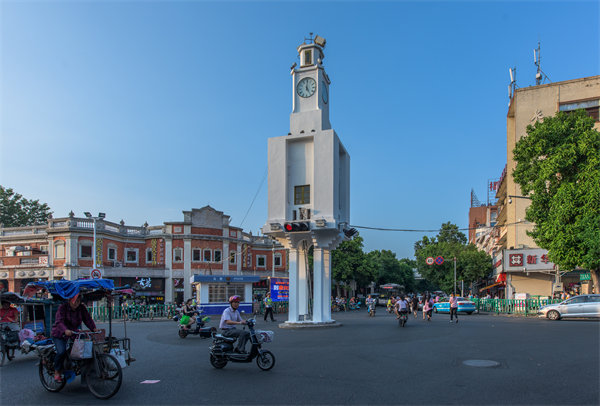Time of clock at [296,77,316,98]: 5:00
